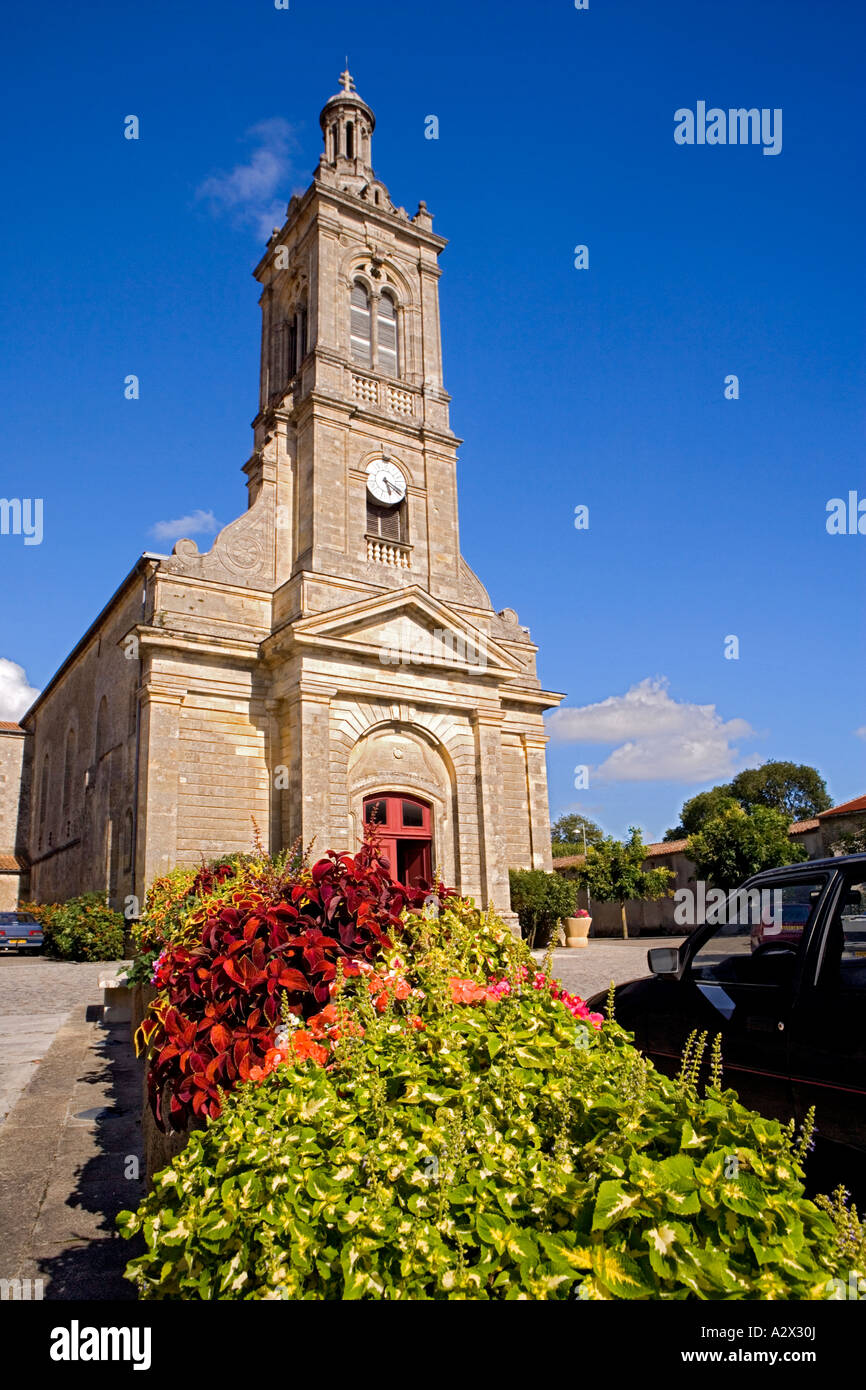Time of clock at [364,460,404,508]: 5:18
